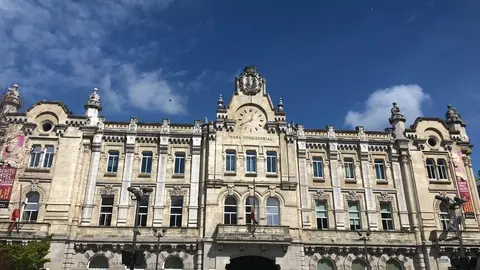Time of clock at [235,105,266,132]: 12:40
